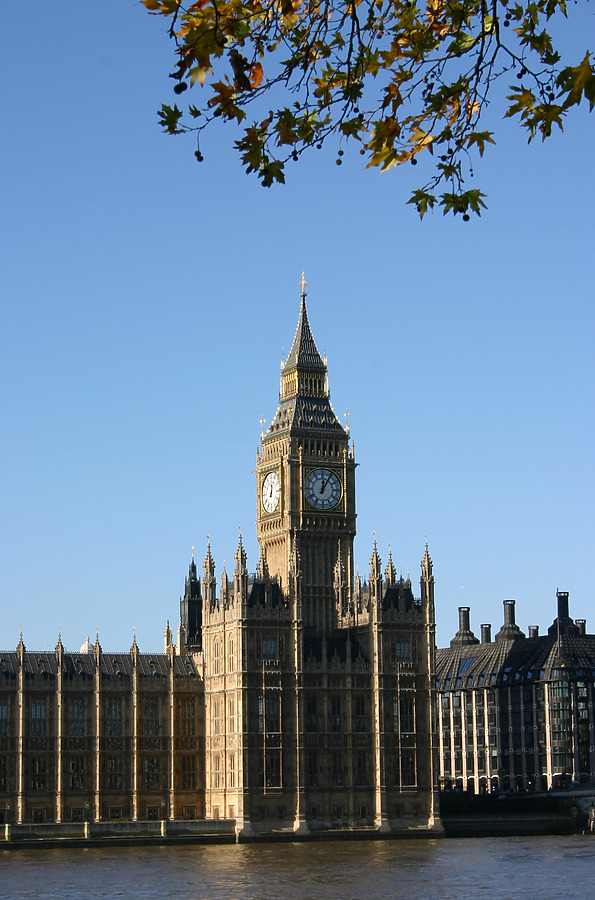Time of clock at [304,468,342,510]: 12:05
